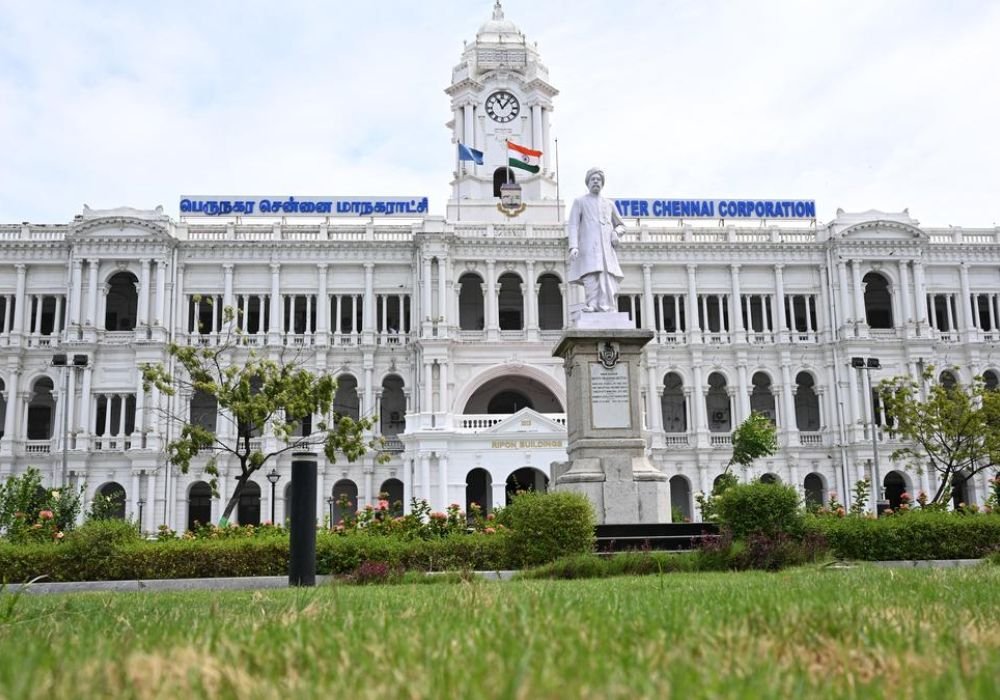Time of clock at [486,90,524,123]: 11:06
